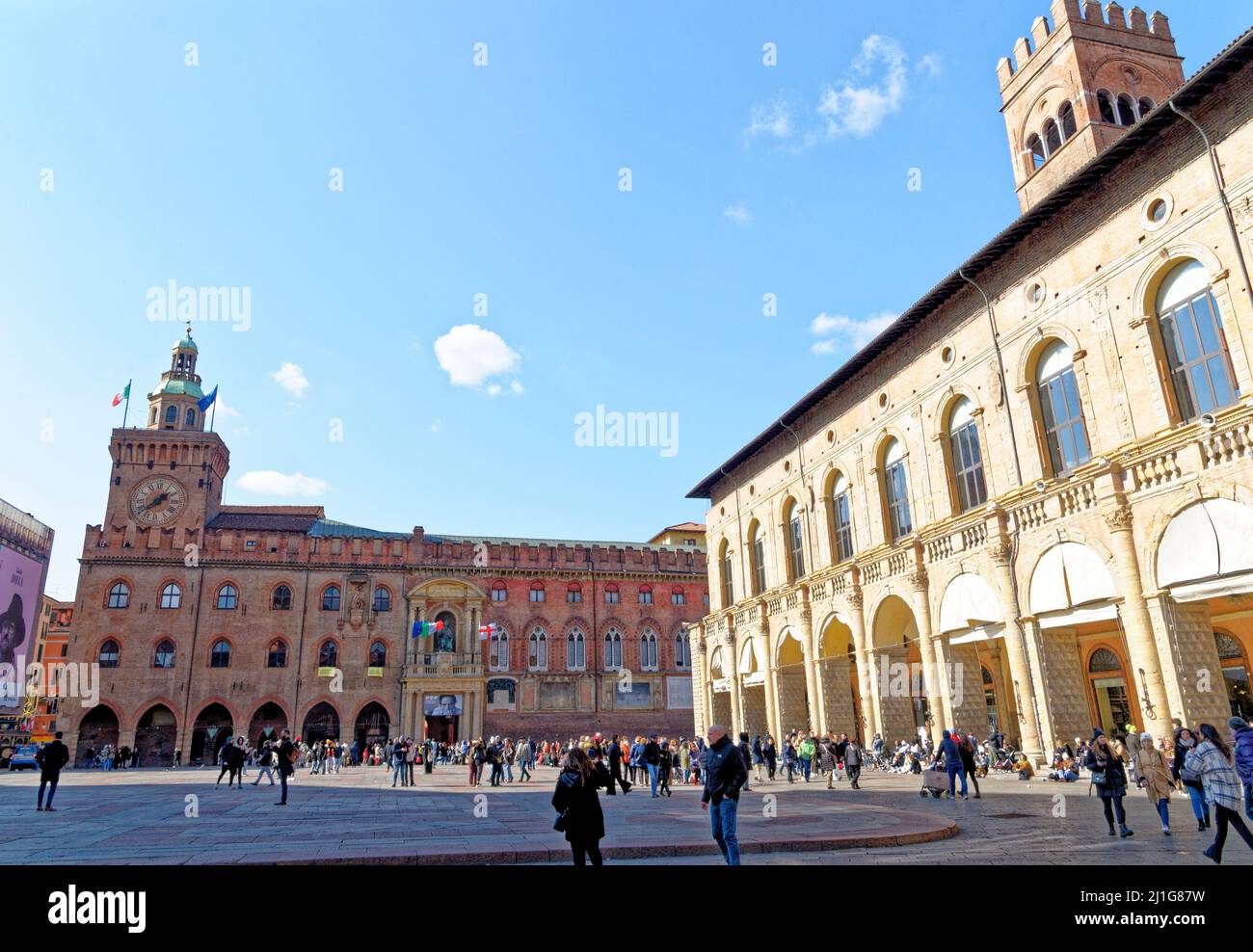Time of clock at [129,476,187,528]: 1:39
